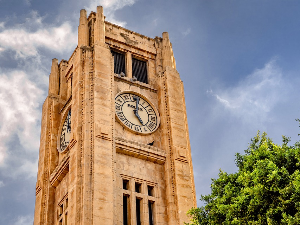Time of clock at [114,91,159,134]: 5:02
